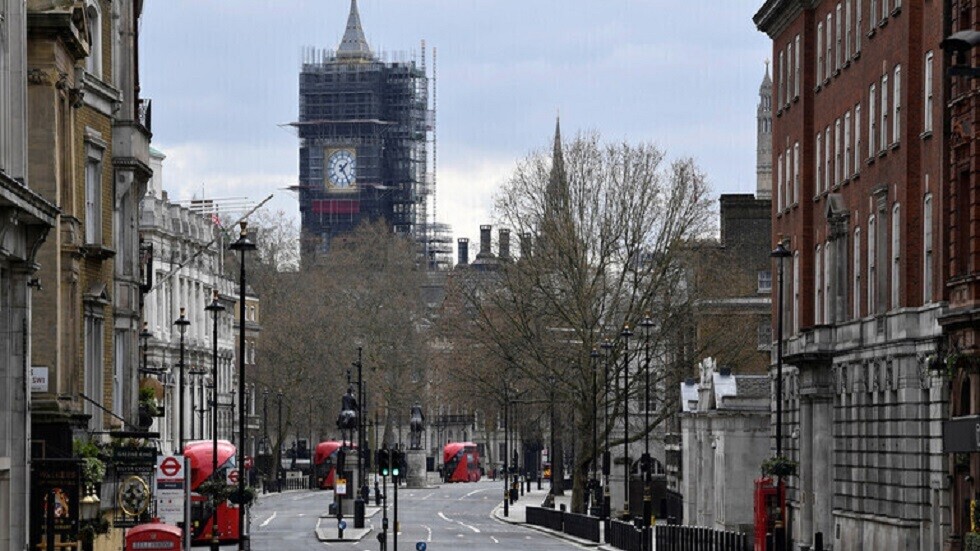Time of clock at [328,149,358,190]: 1:24
